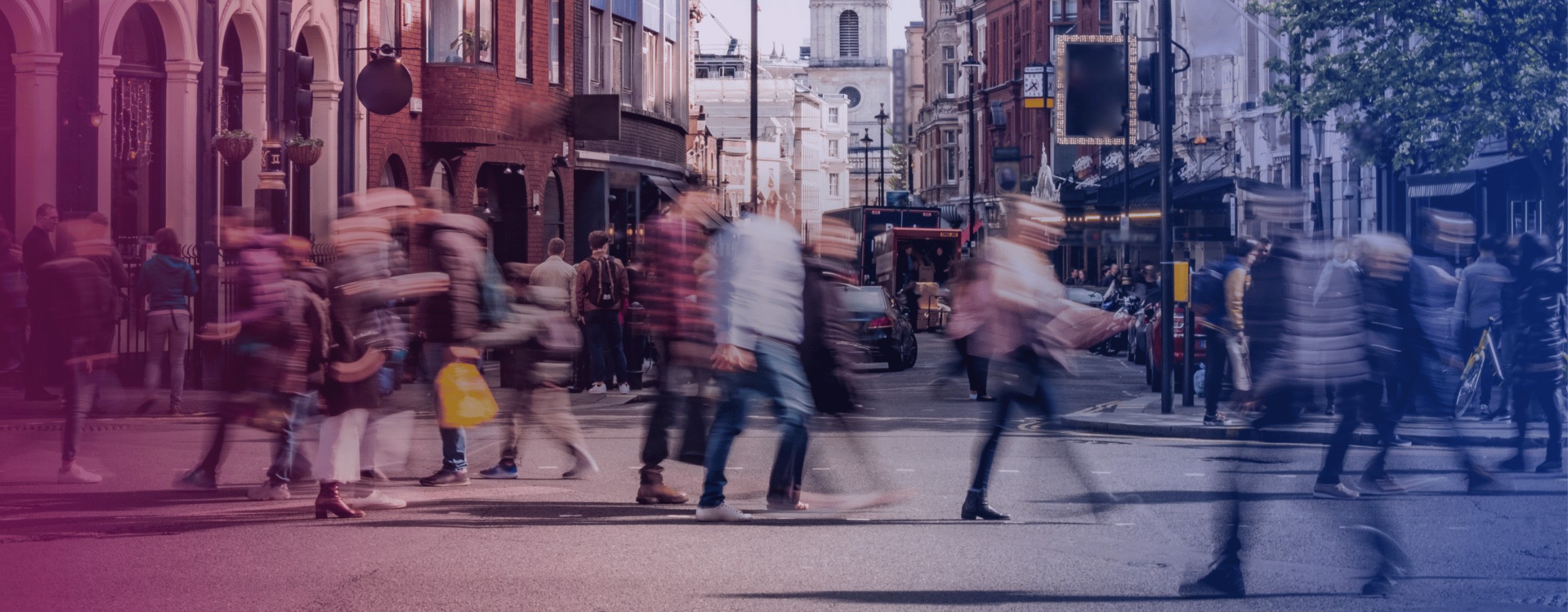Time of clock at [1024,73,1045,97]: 4:39
